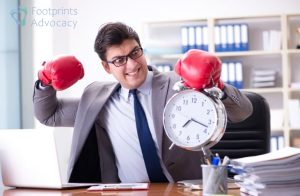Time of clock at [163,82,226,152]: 7:17
